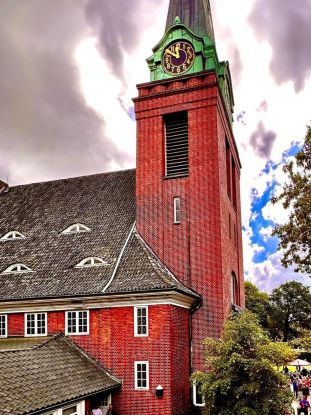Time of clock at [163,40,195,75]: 11:49
